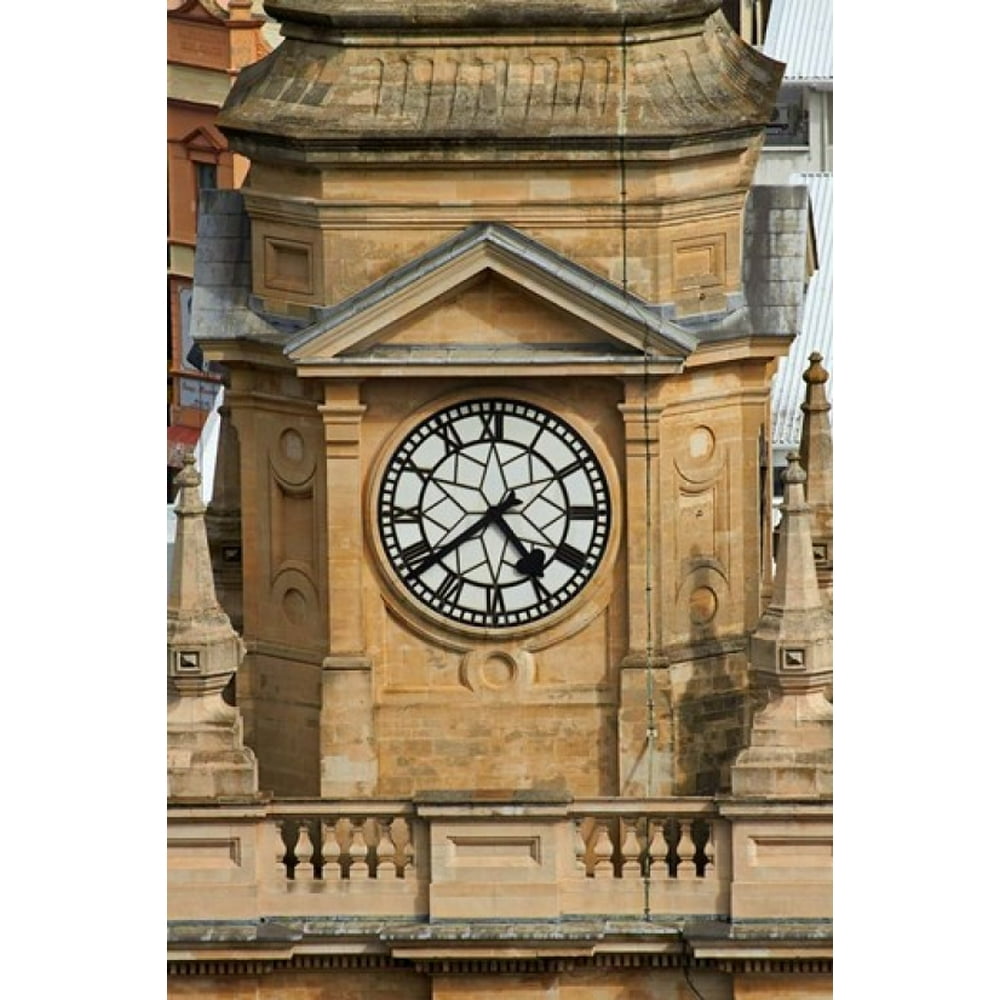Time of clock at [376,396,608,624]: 4:38
